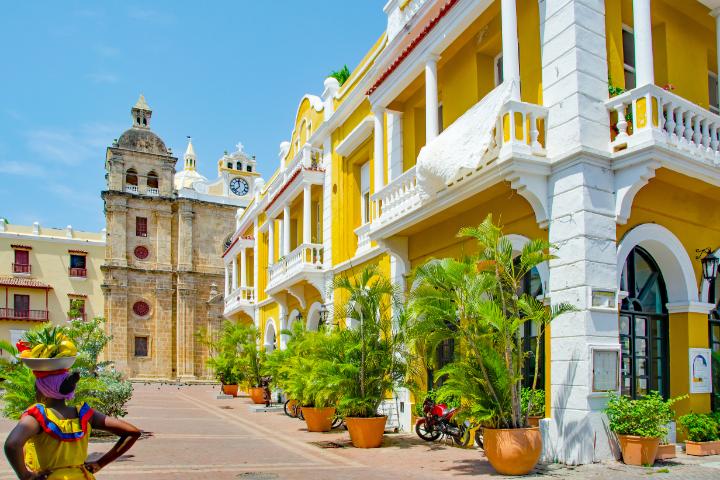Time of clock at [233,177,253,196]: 11:37
